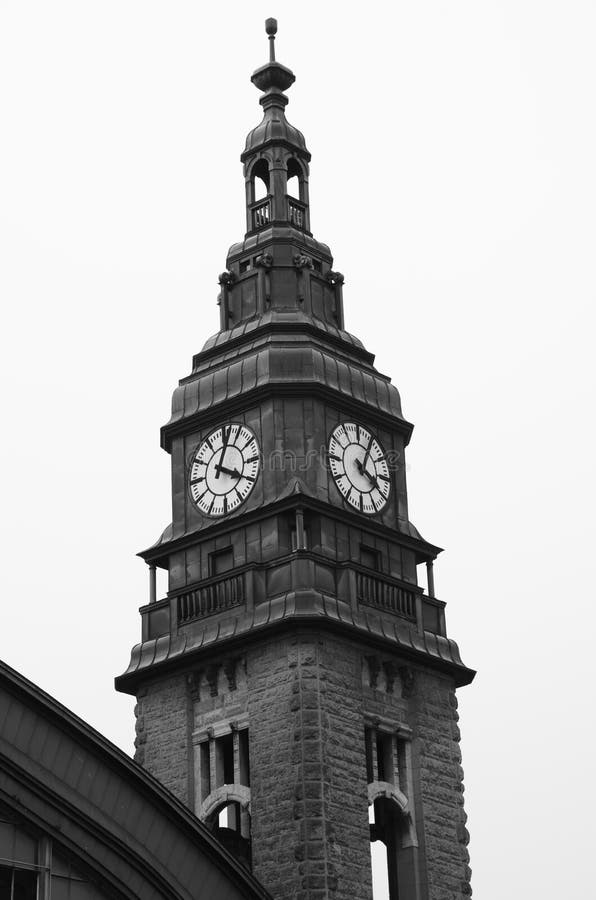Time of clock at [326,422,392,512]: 4:03
